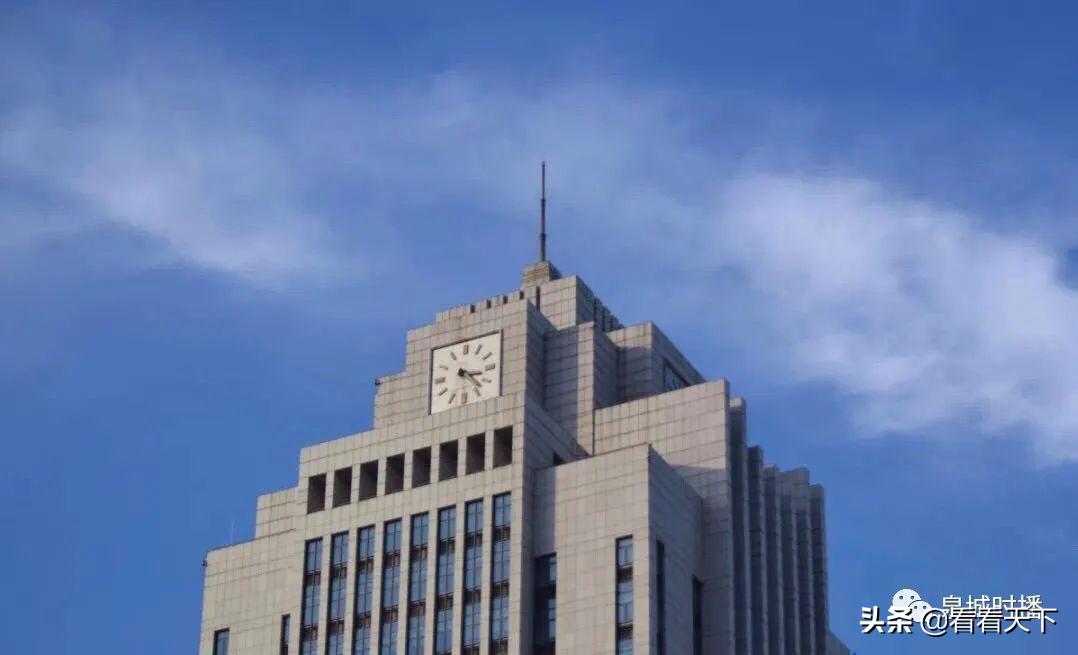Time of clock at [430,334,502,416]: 3:22
